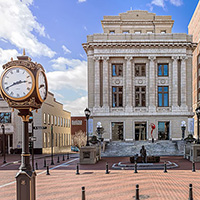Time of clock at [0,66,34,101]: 2:40
